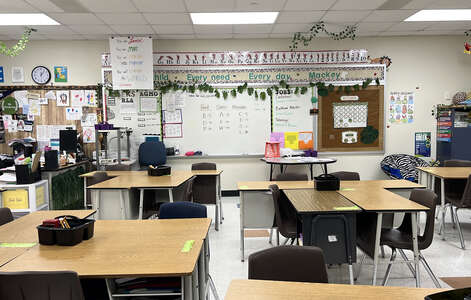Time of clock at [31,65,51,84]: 6:06
